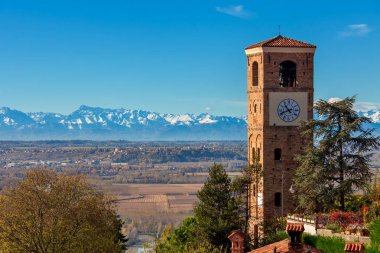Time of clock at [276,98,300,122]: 10:41
